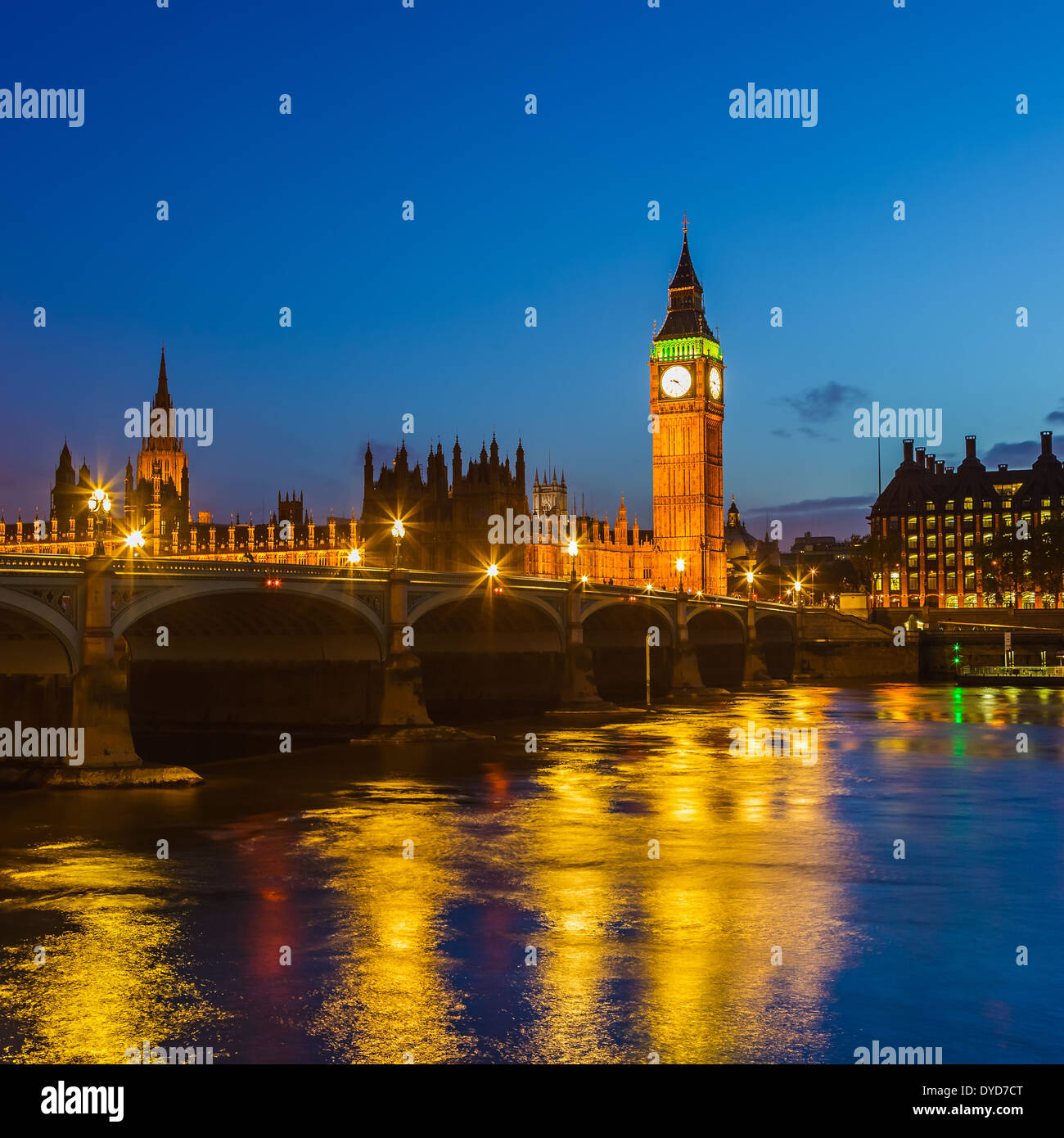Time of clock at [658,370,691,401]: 9:22
